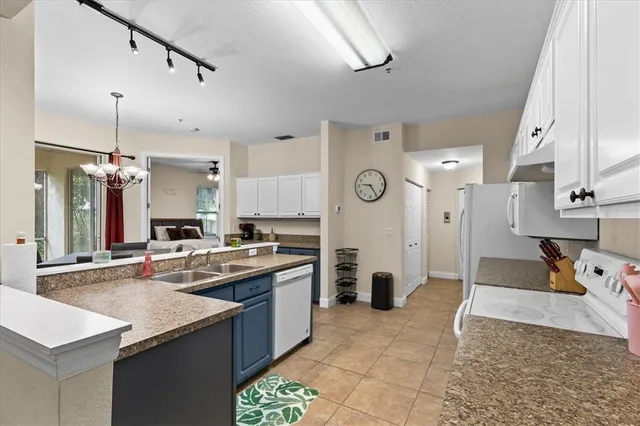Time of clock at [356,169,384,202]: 9:24
